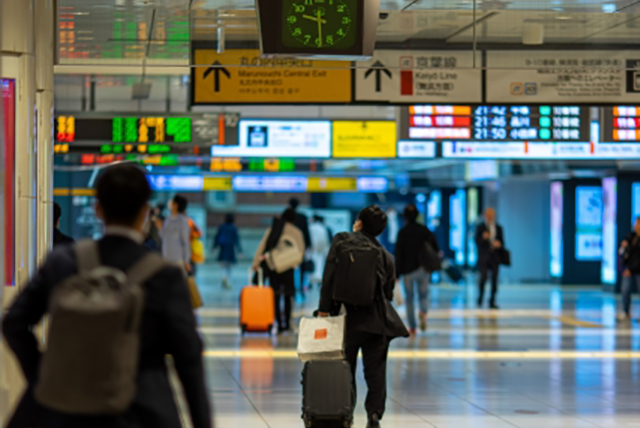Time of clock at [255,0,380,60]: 9:29
